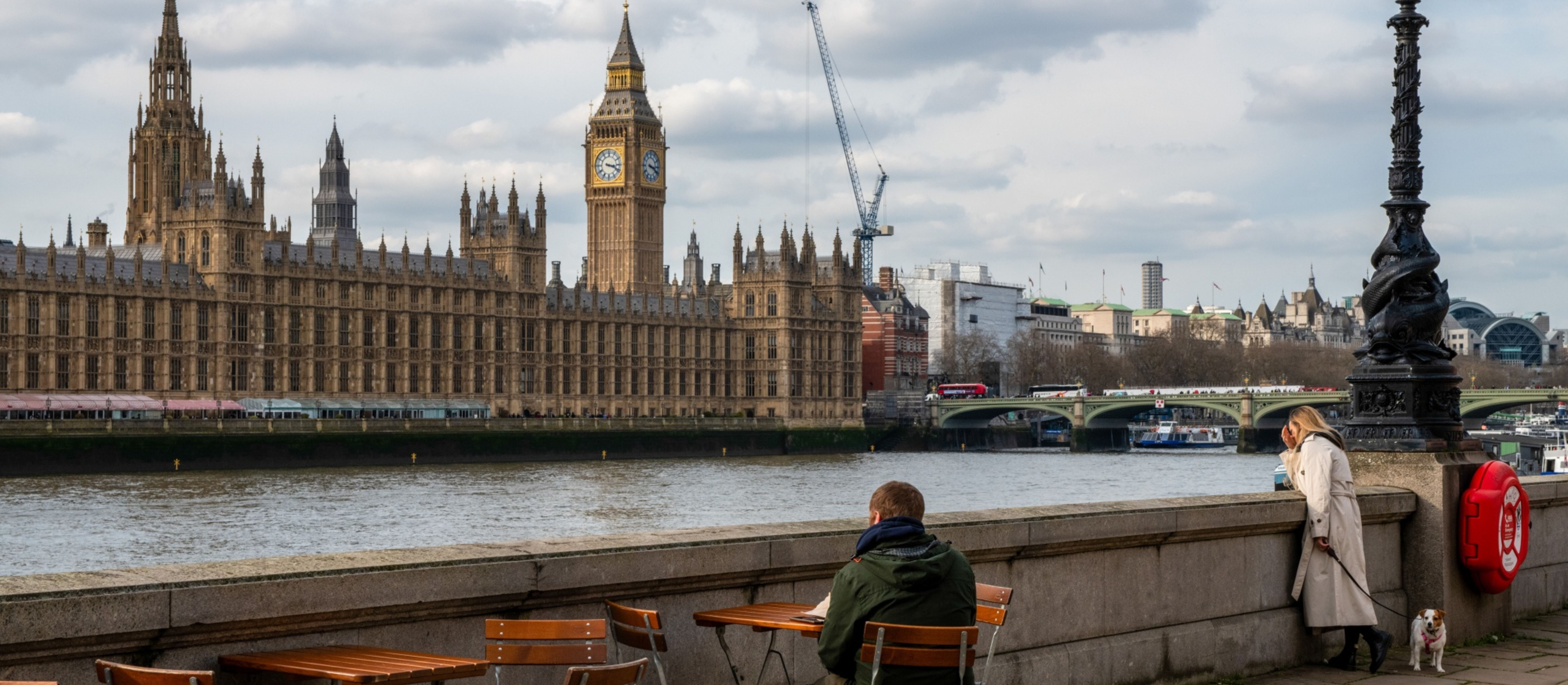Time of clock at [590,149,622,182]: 3:18
